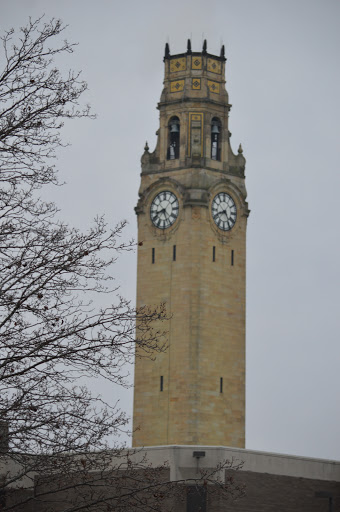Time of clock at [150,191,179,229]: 8:26
